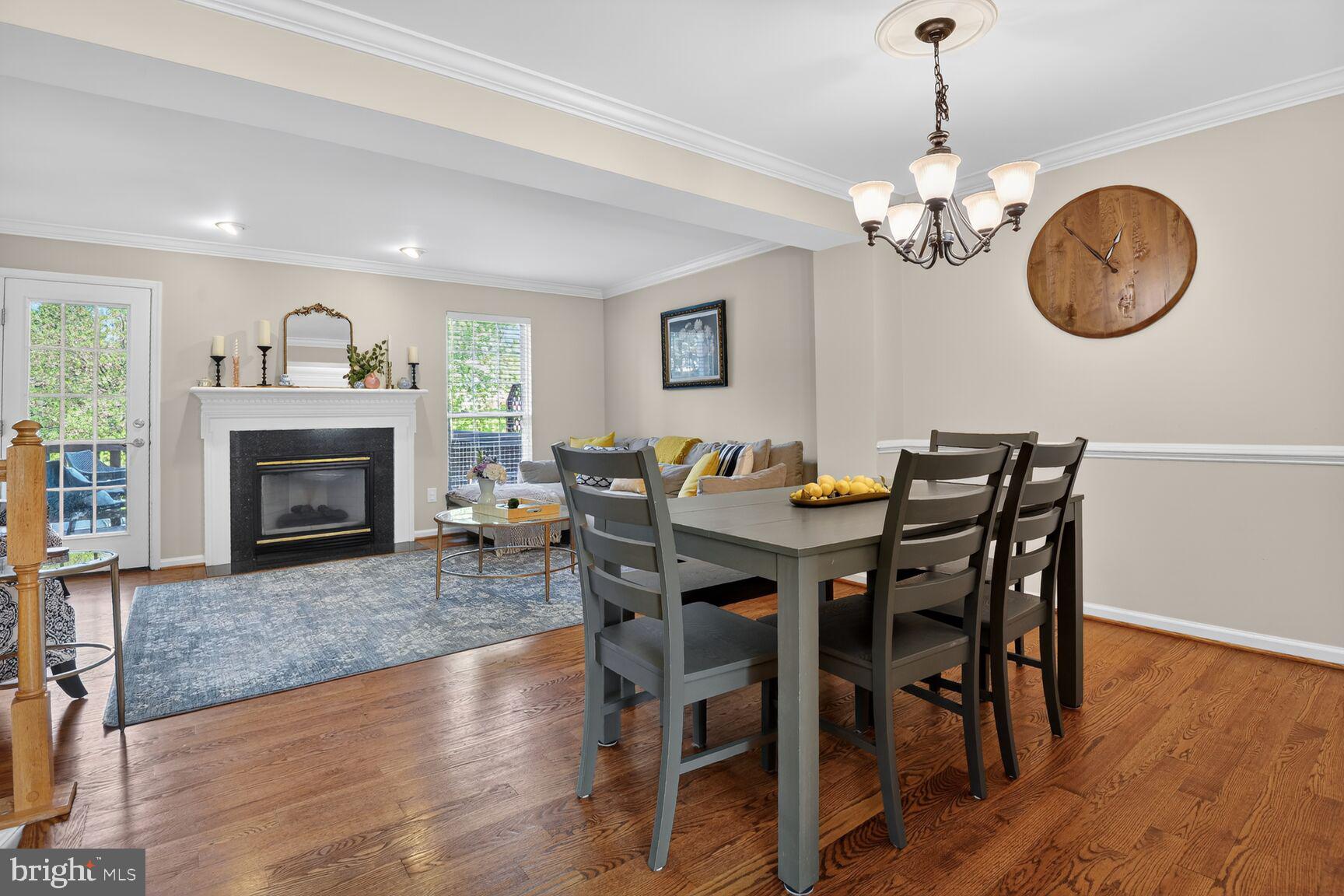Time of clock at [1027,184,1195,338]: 12:52
